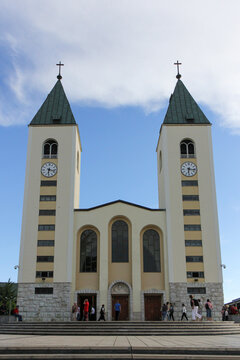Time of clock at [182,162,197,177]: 6:16
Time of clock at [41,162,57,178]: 6:17
